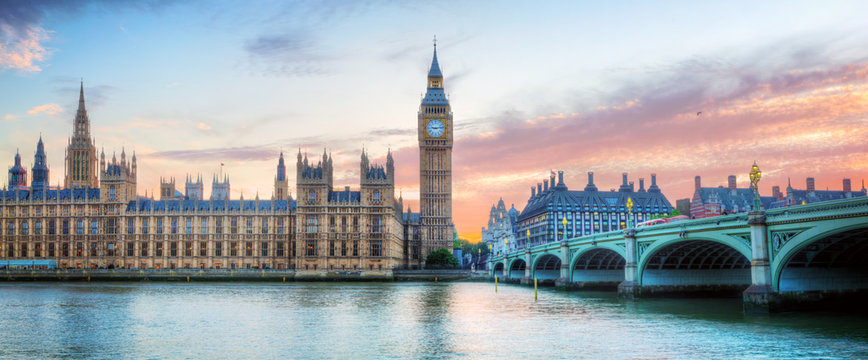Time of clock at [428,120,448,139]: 9:13
